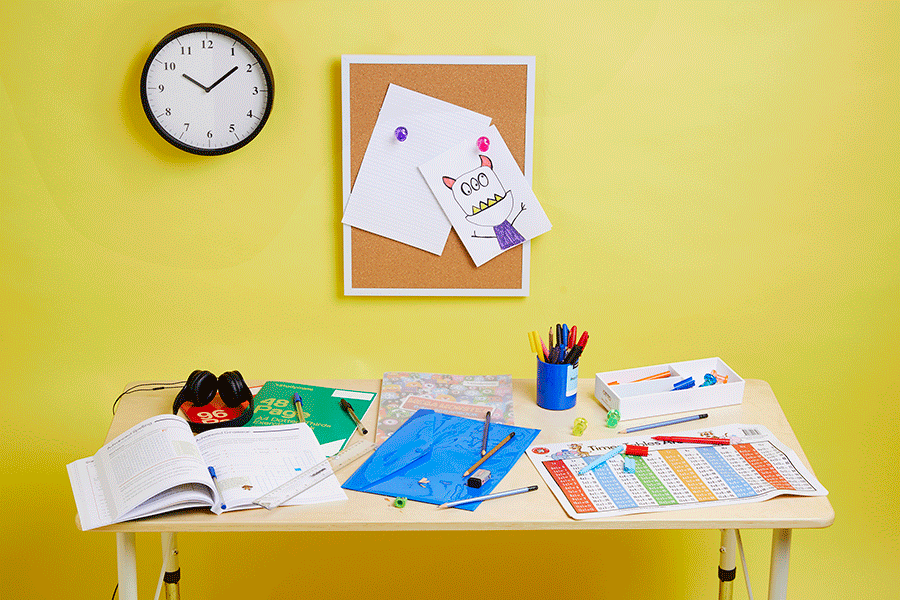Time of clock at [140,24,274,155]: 10:08
